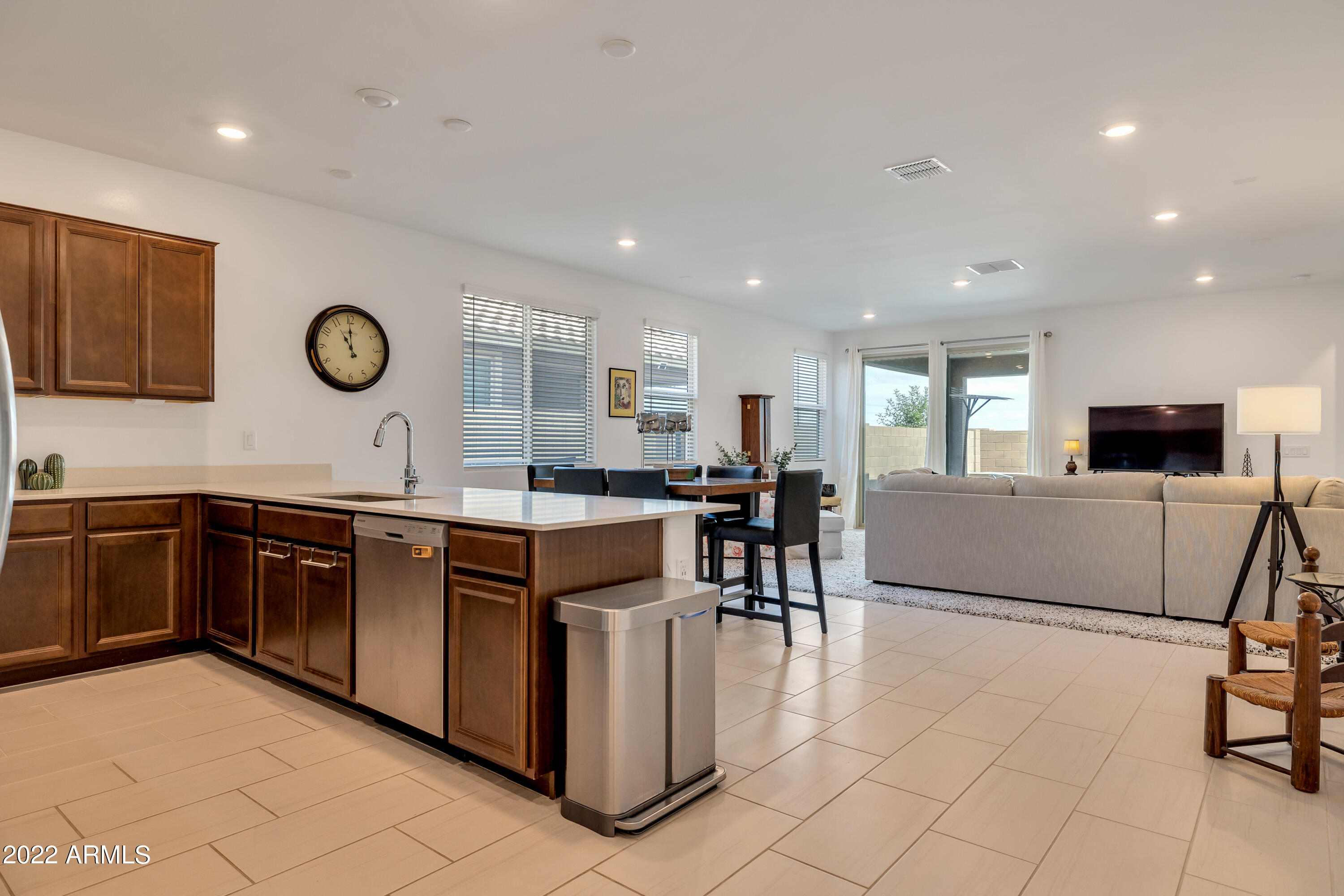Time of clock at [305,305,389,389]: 10:59
